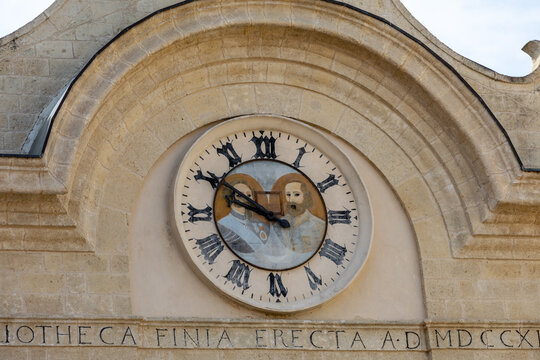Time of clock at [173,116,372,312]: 9:50
